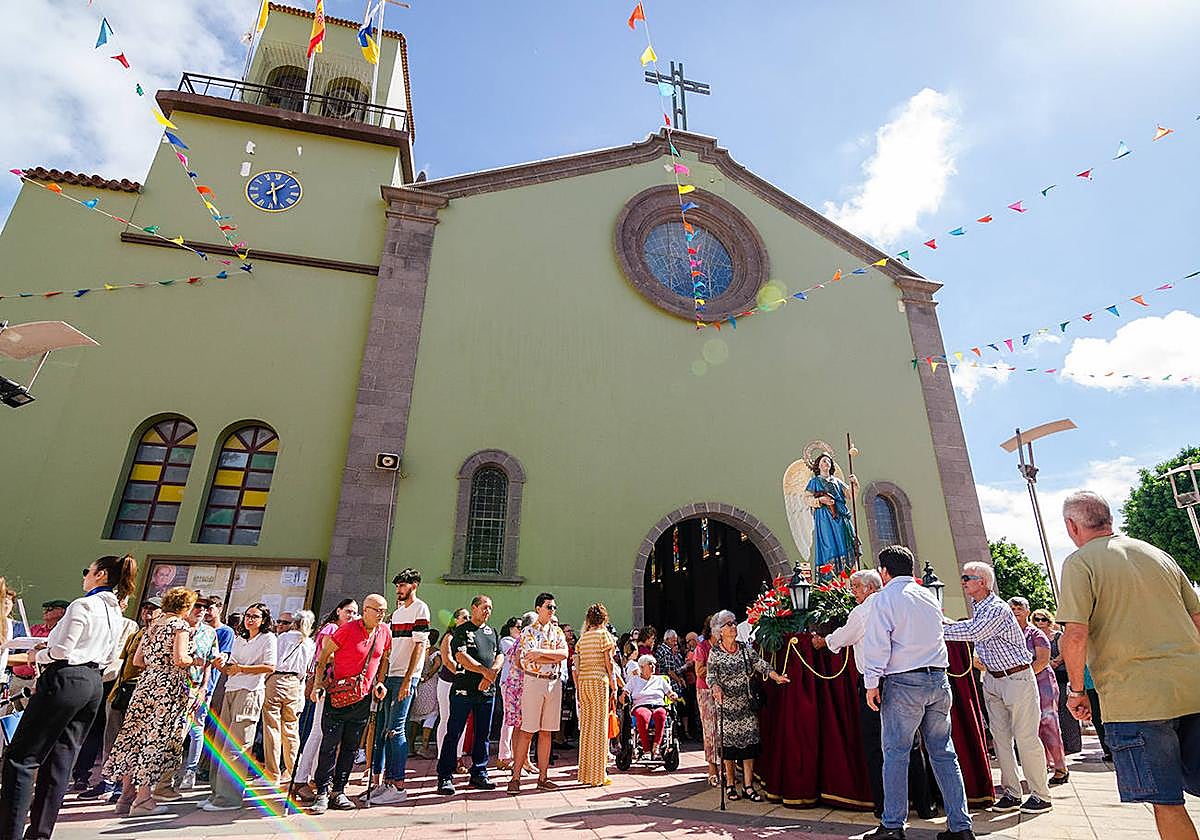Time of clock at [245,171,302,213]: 1:27
